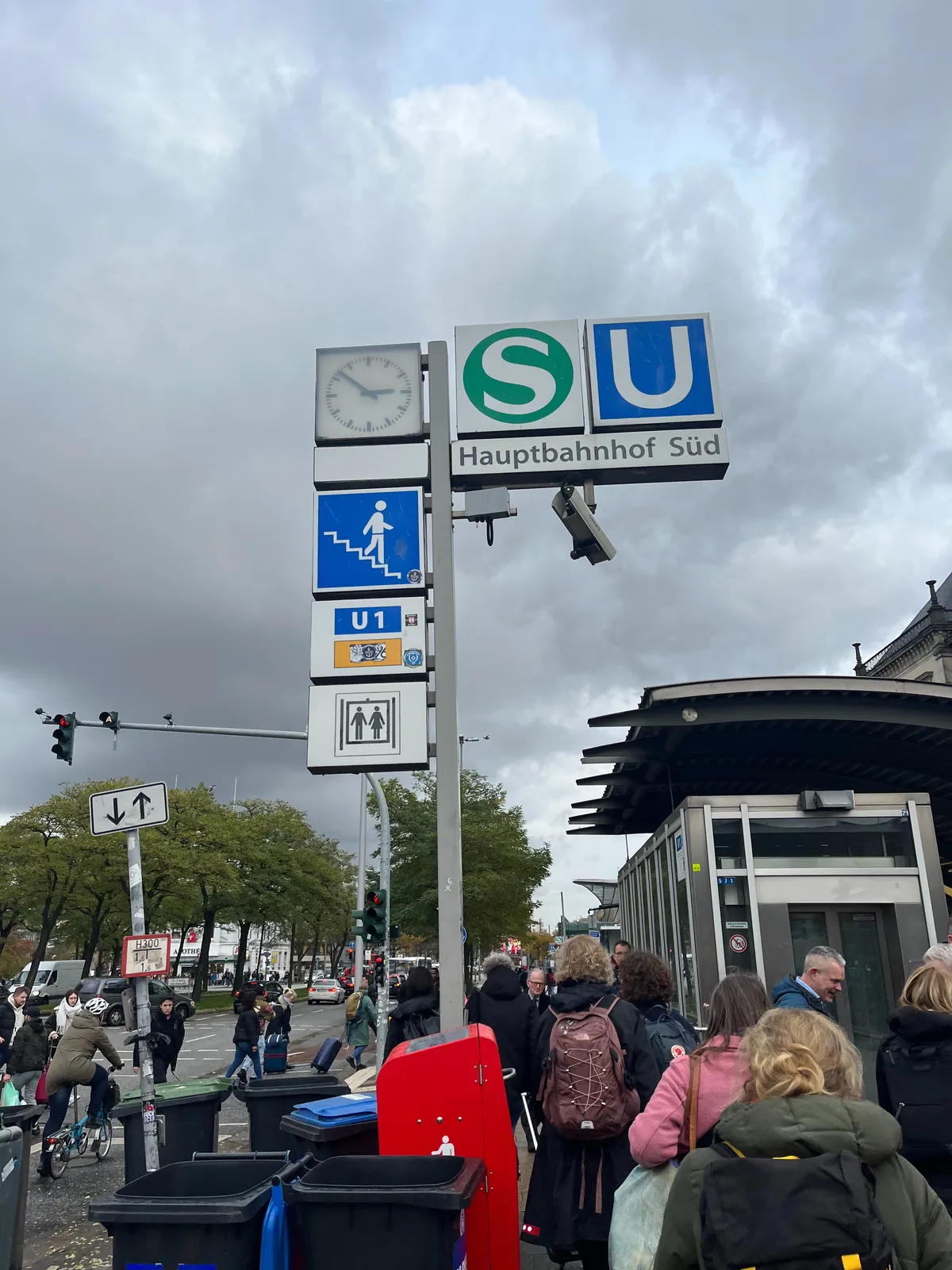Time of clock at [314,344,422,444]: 2:52
